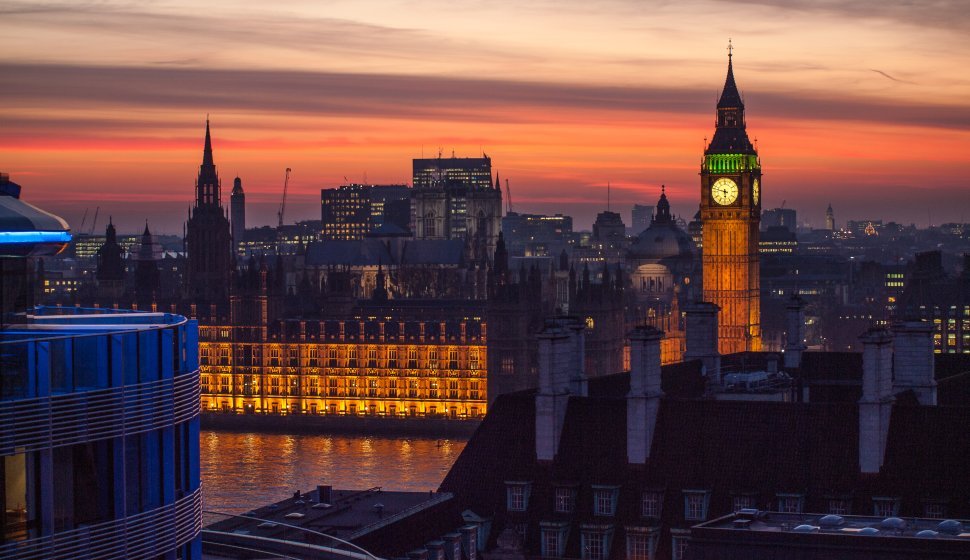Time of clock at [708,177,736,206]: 5:47
